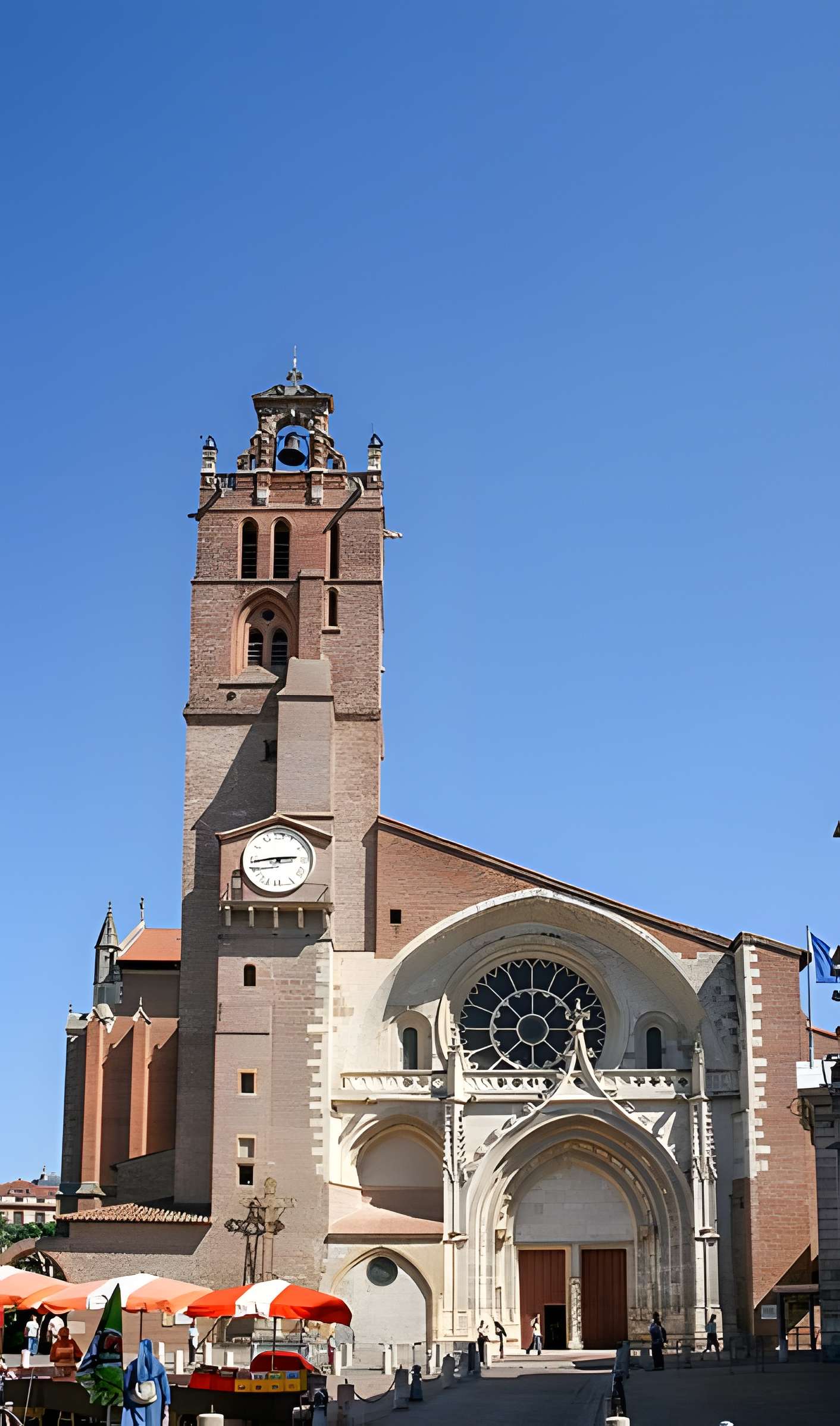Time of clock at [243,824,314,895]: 2:44
